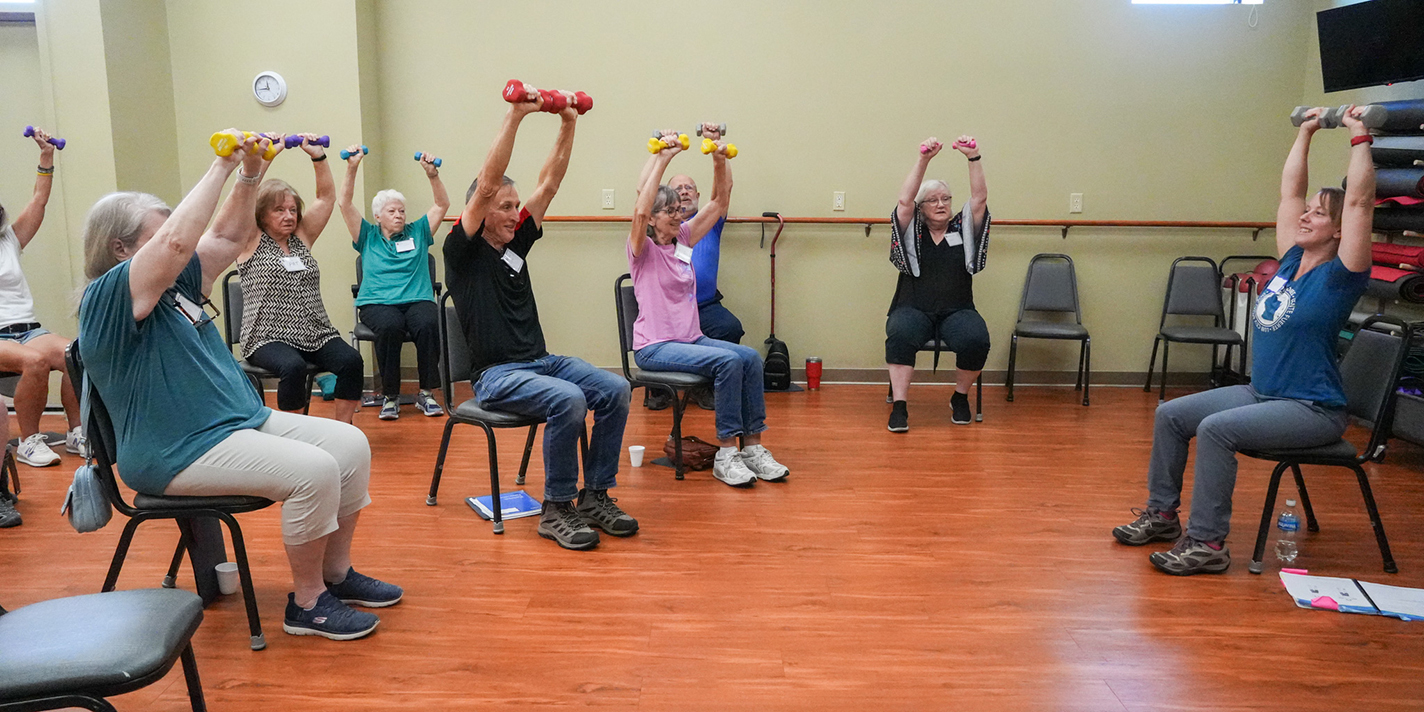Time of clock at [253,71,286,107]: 11:43
